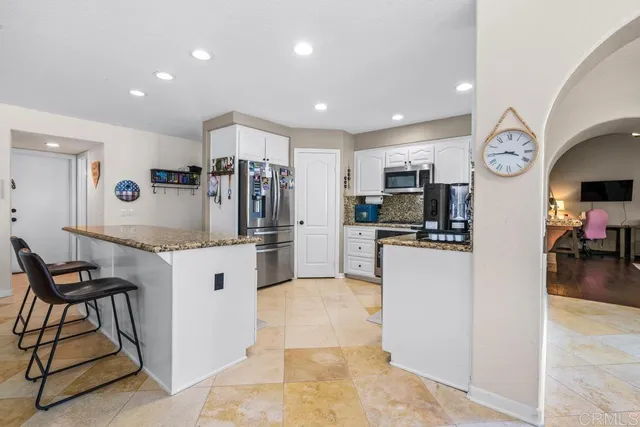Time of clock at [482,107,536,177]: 3:44
